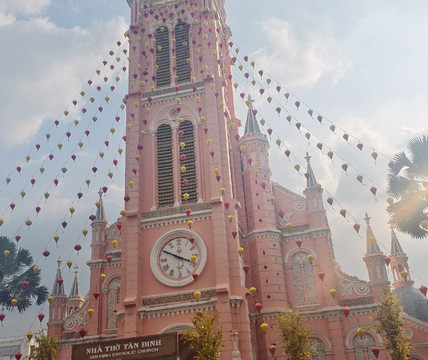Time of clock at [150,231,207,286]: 3:49
